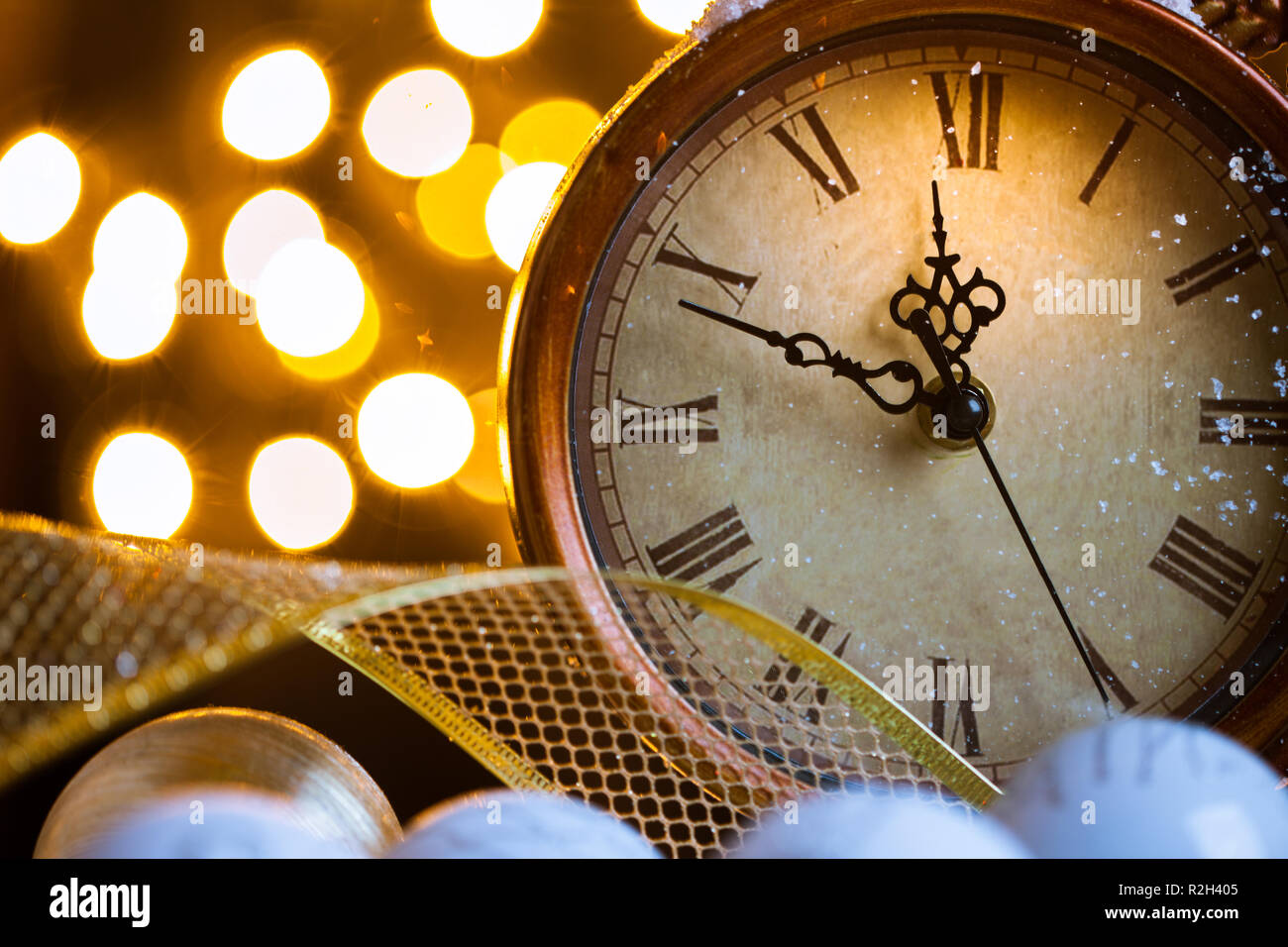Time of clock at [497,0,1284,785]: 11:48
